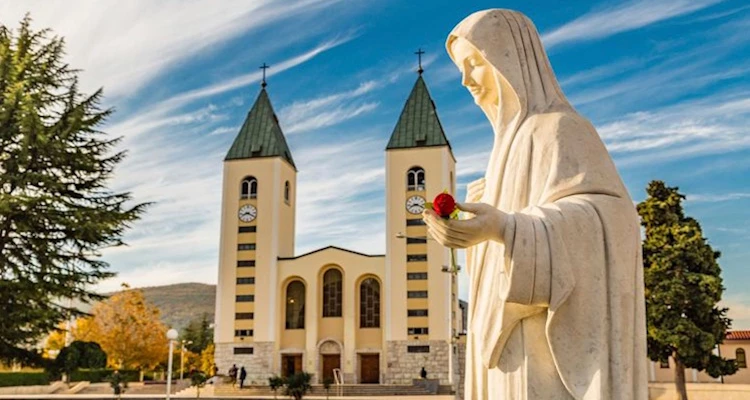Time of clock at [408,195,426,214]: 8:18
